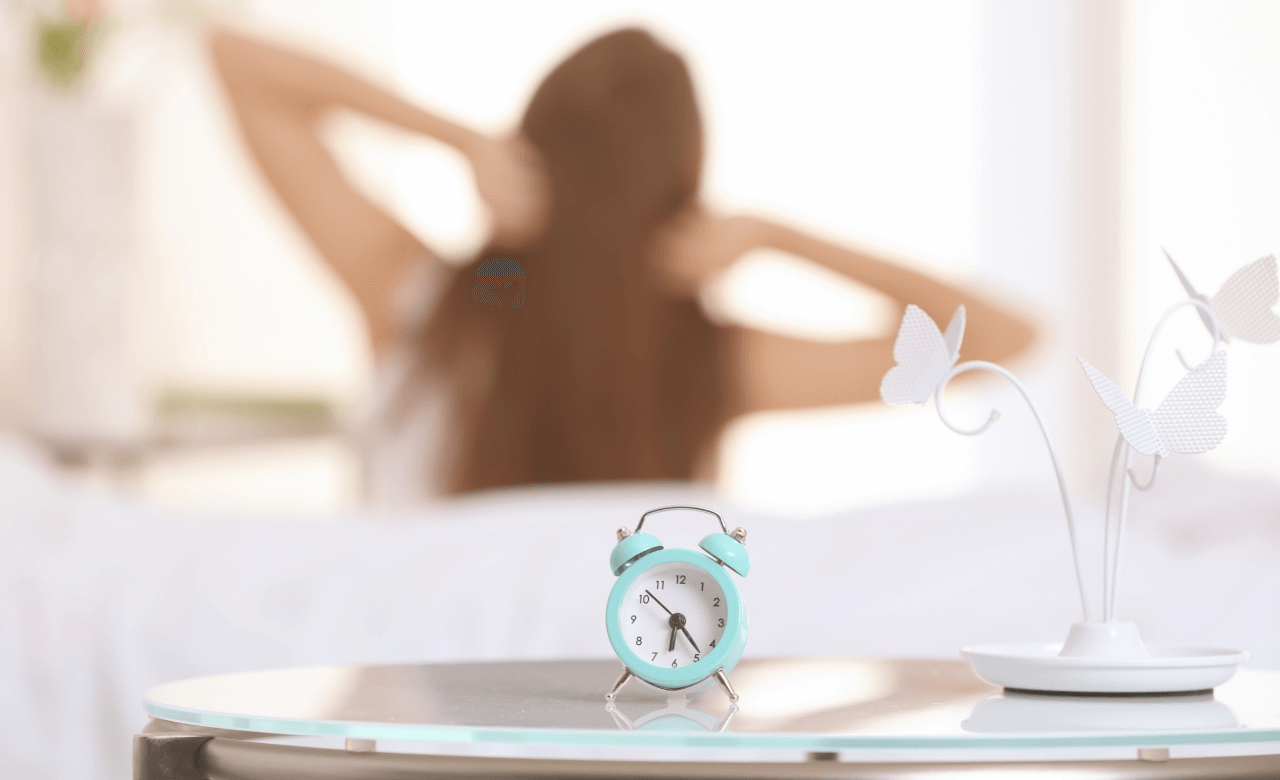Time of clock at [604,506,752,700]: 6:23
